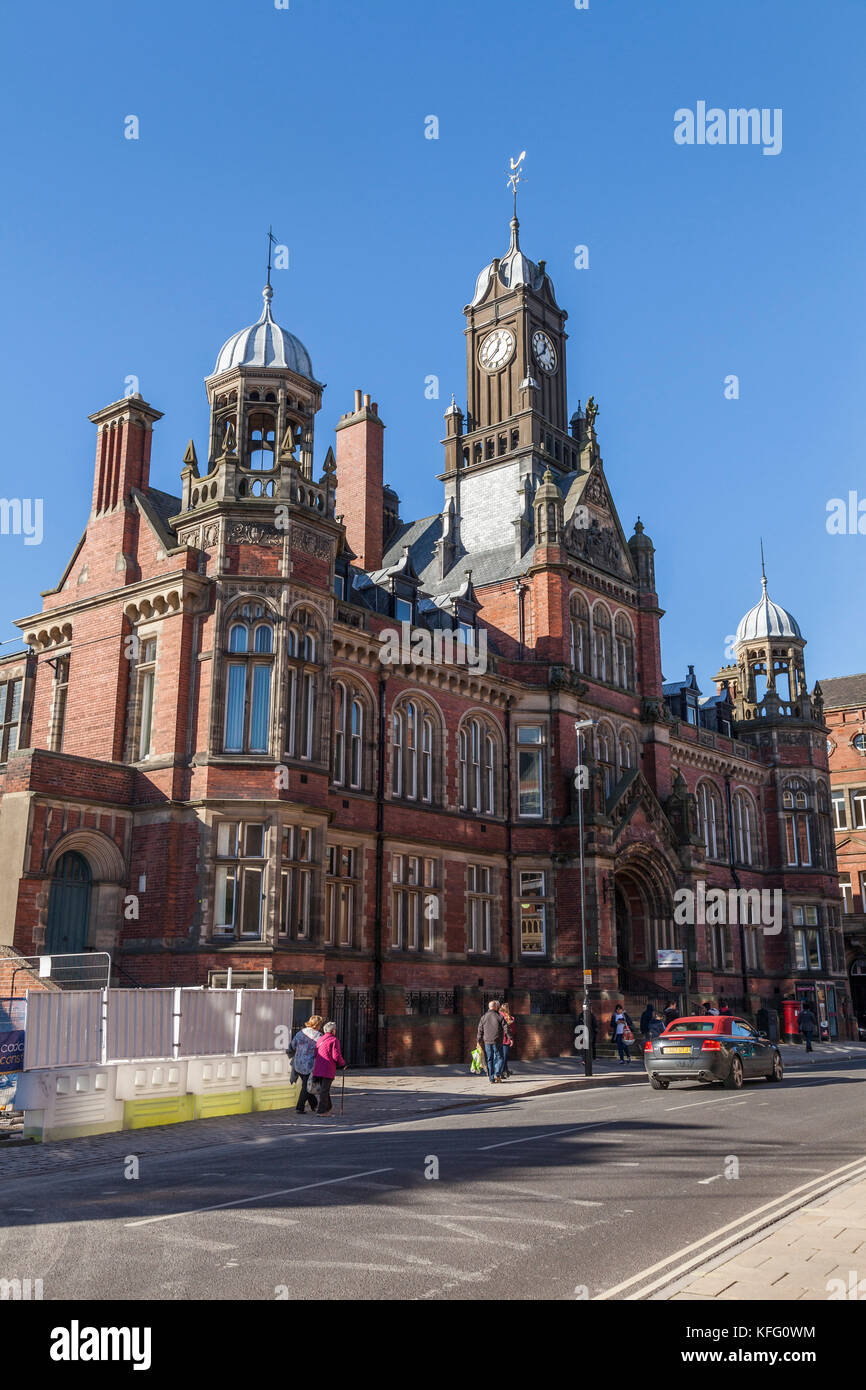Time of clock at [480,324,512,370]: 12:38
